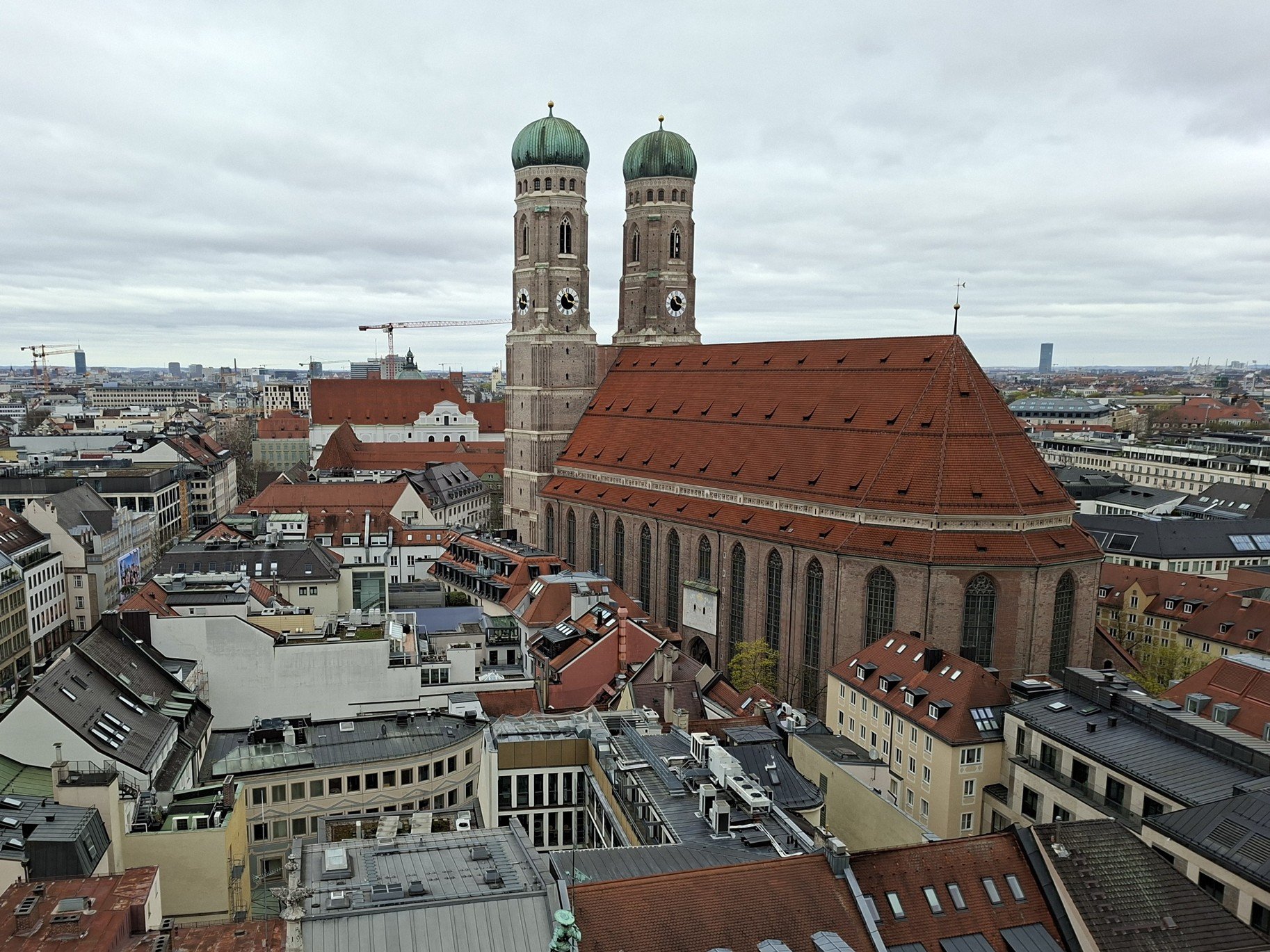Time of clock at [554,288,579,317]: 11:17
